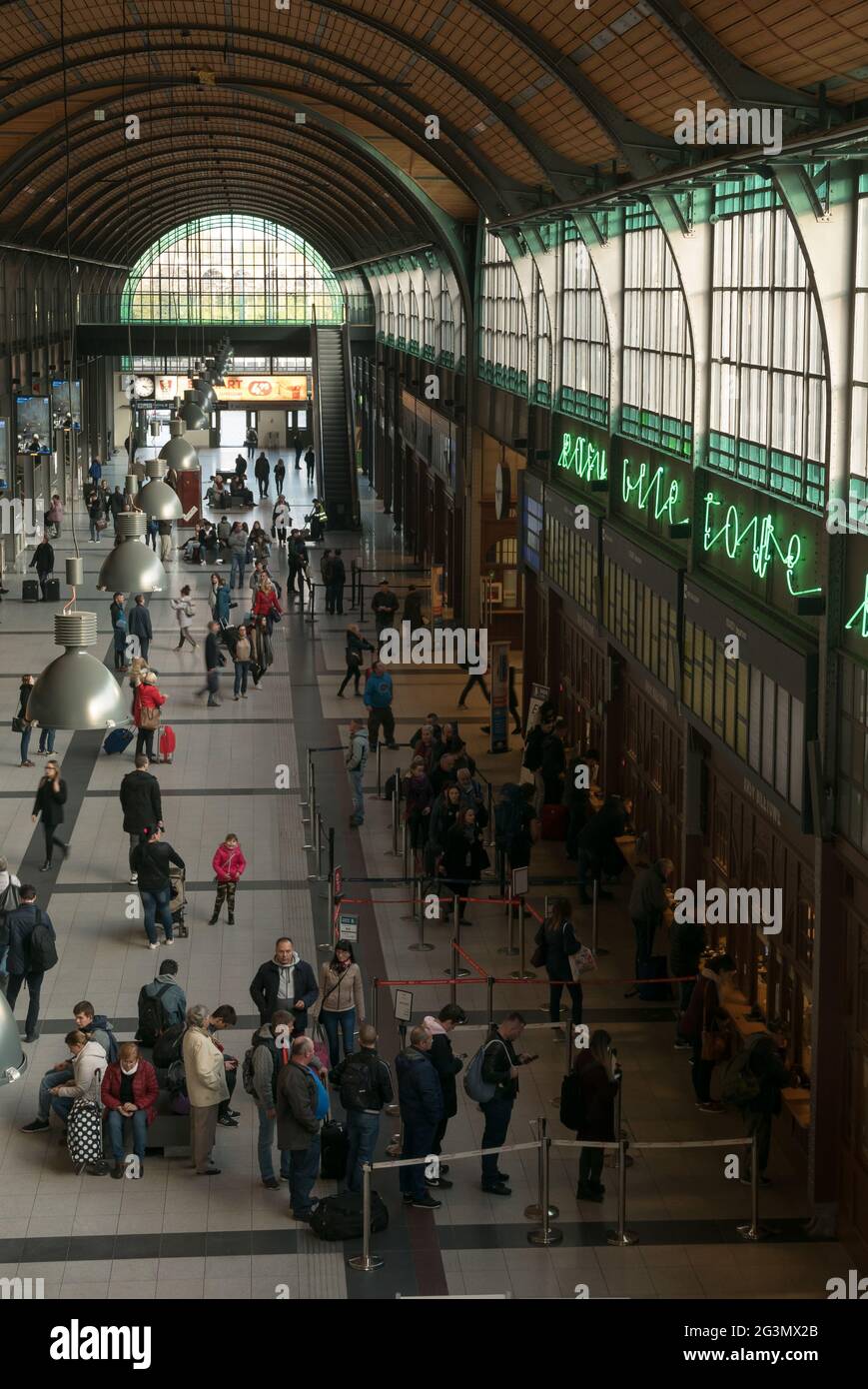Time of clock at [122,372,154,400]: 4:14
